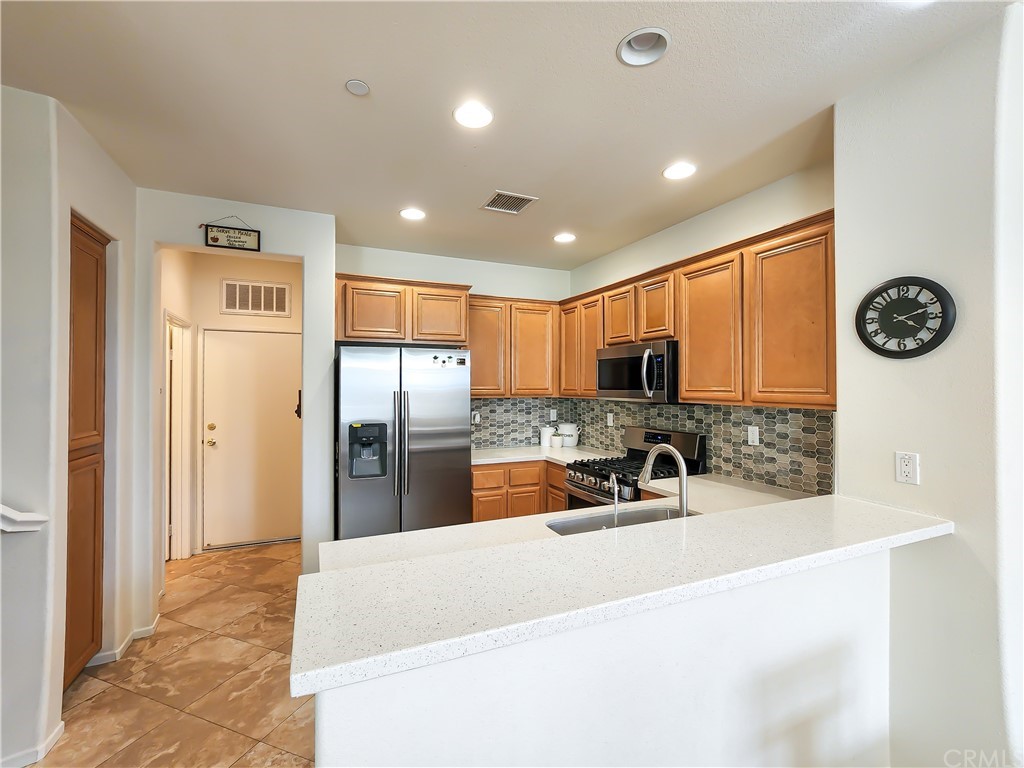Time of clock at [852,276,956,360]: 4:11
